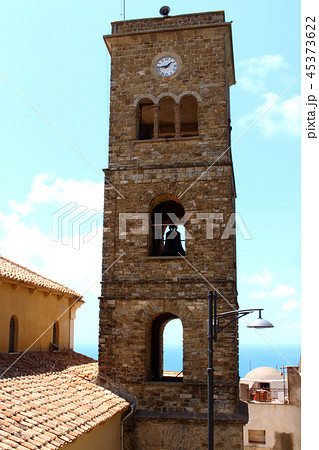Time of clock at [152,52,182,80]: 1:43
